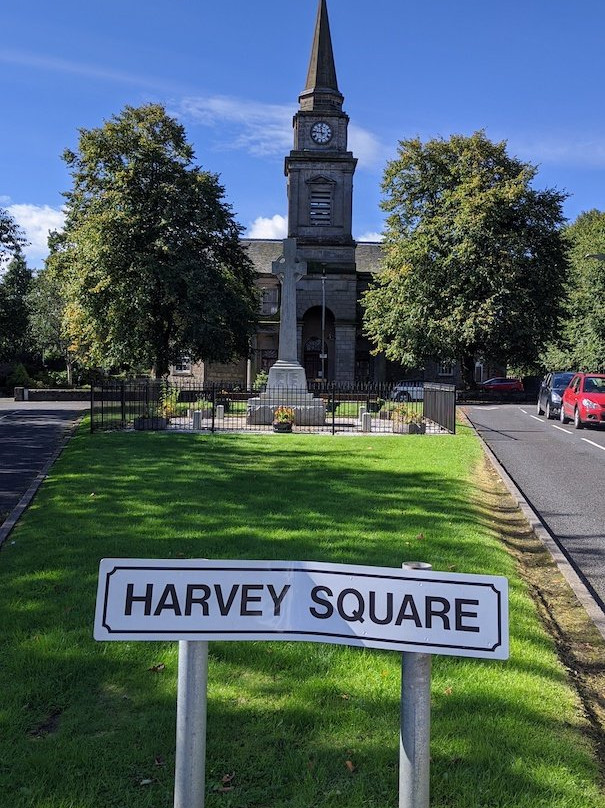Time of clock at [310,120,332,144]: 11:46
